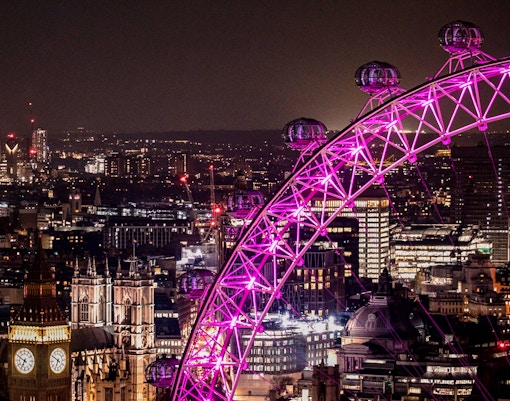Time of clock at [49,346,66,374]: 6:50
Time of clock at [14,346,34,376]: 6:50
